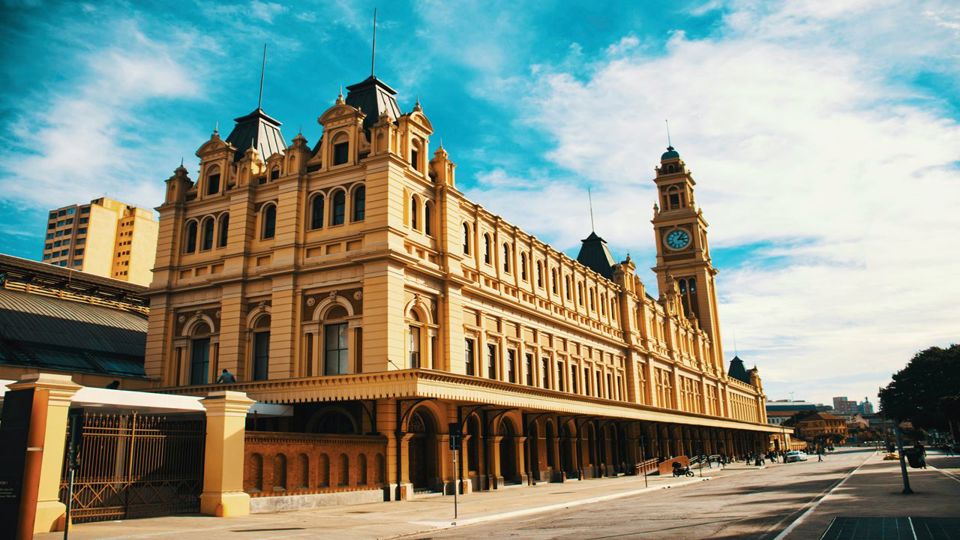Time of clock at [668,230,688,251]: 3:06
